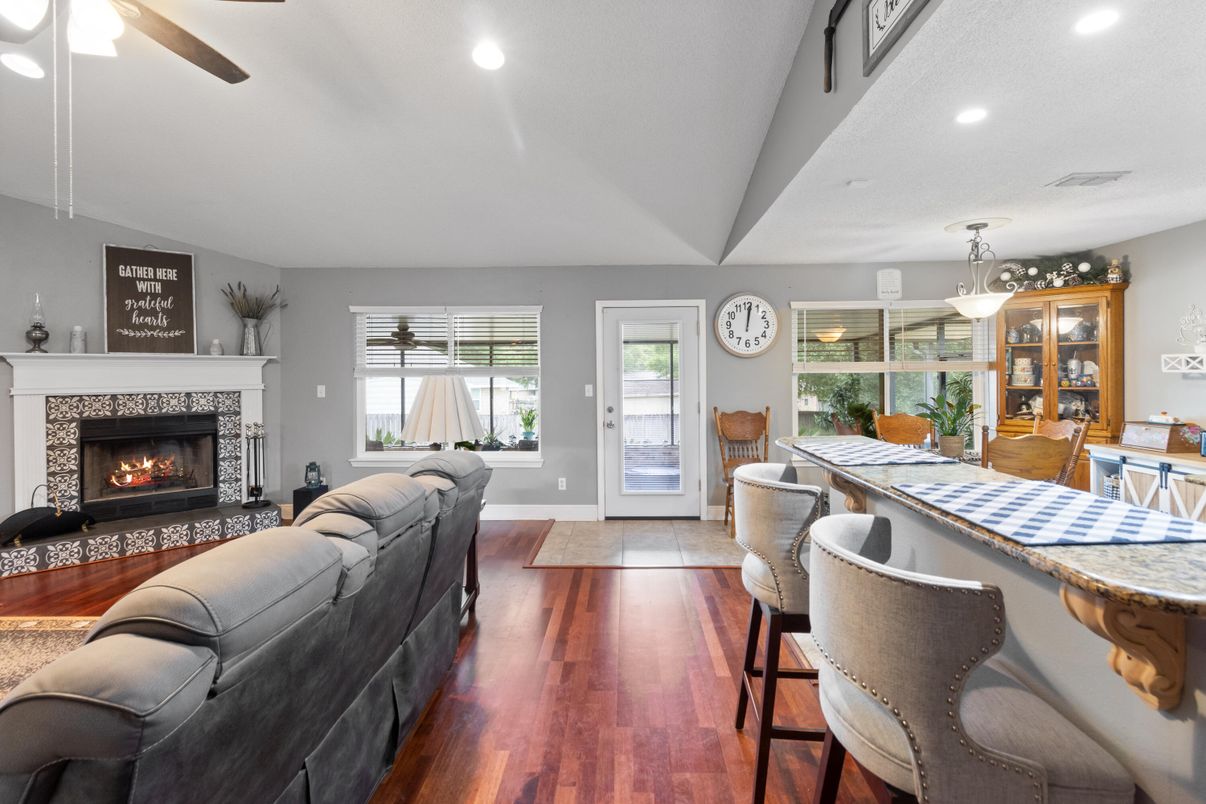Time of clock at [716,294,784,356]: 12:01
